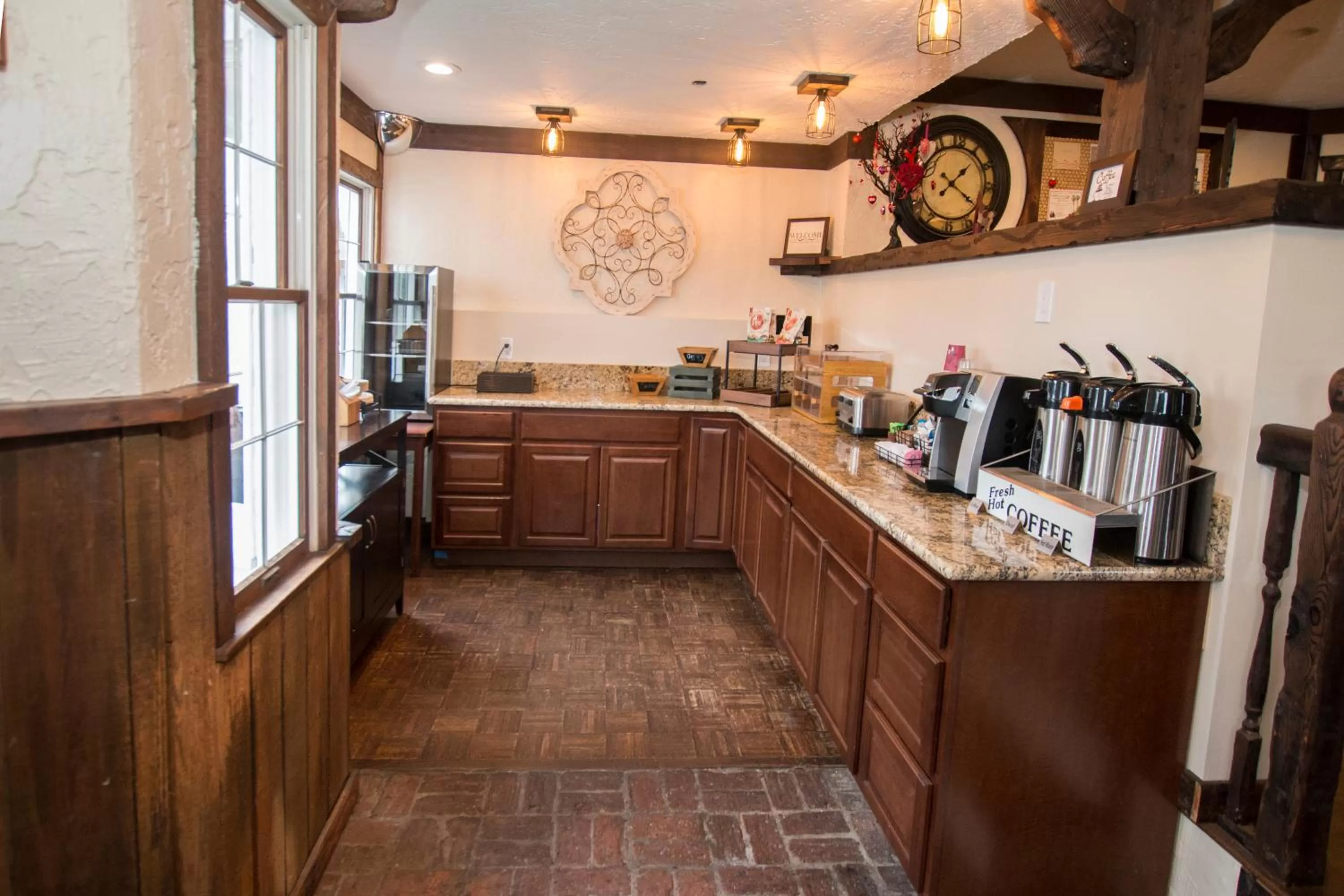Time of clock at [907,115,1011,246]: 1:20
